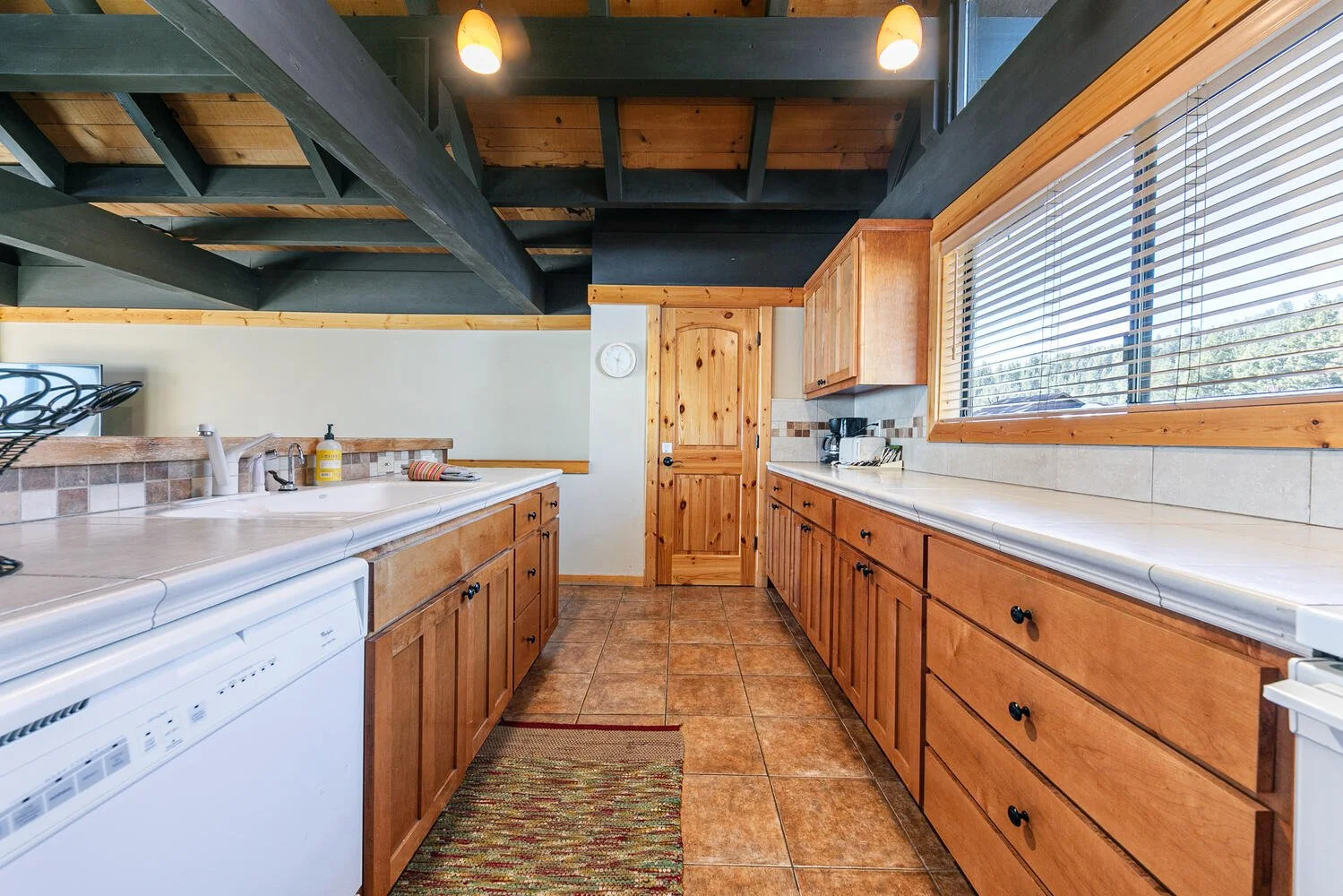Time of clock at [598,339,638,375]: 12:29
